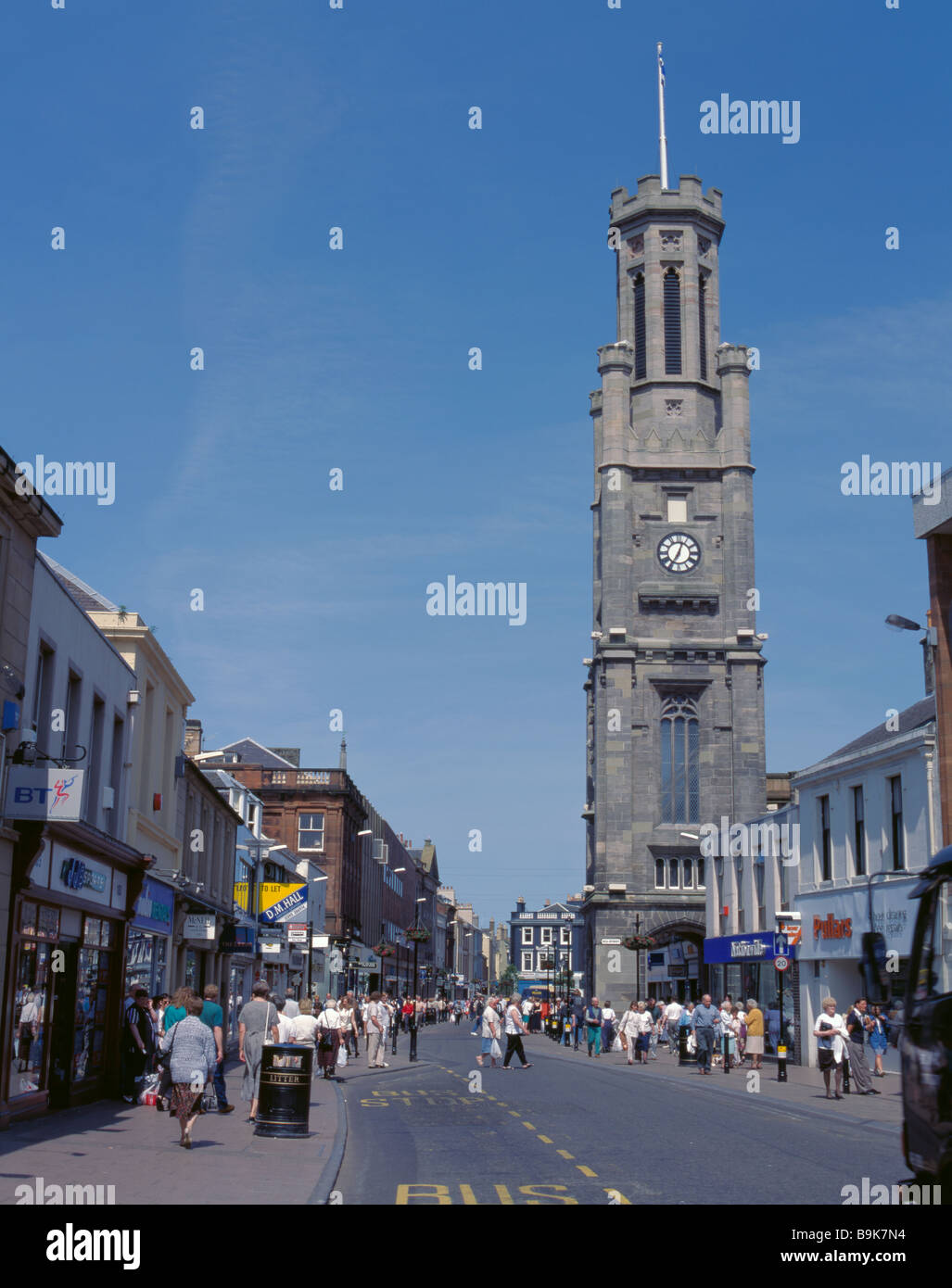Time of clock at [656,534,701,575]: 12:34
